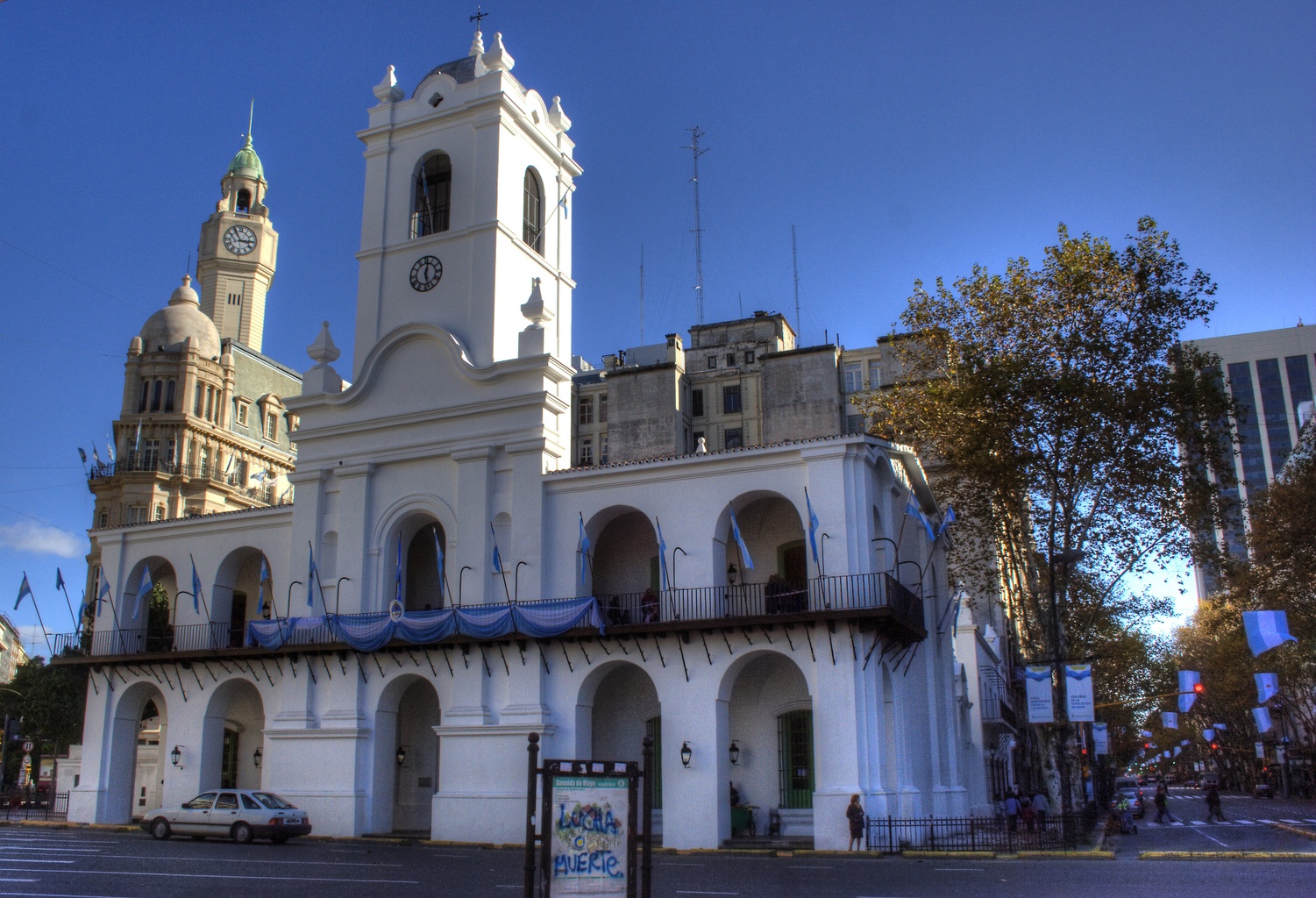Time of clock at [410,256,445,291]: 12:27
